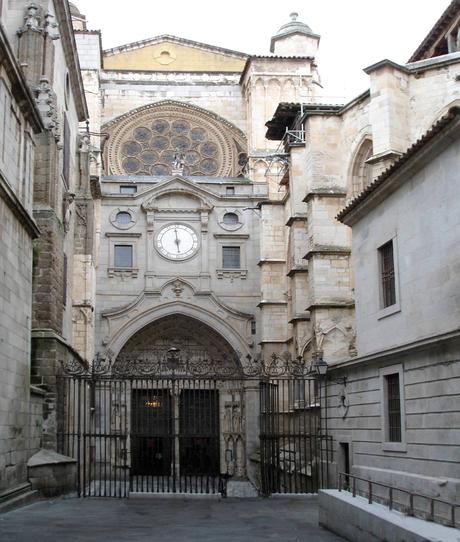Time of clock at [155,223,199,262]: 5:59
